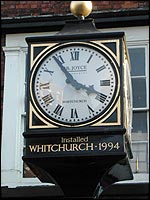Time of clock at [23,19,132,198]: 3:53
